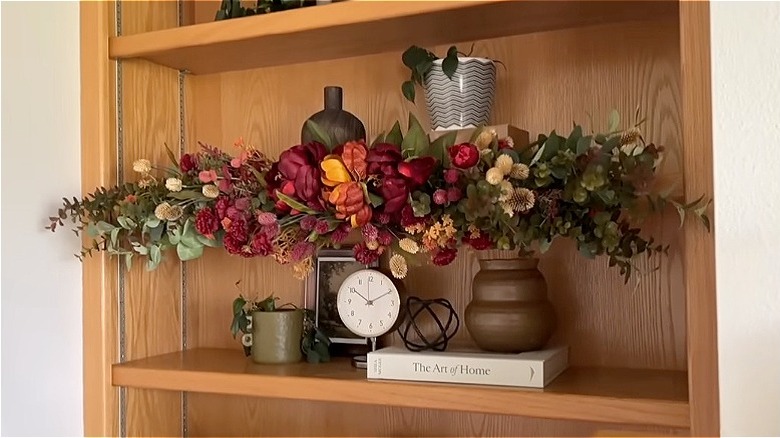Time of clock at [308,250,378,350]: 10:10
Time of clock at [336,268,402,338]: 10:10
